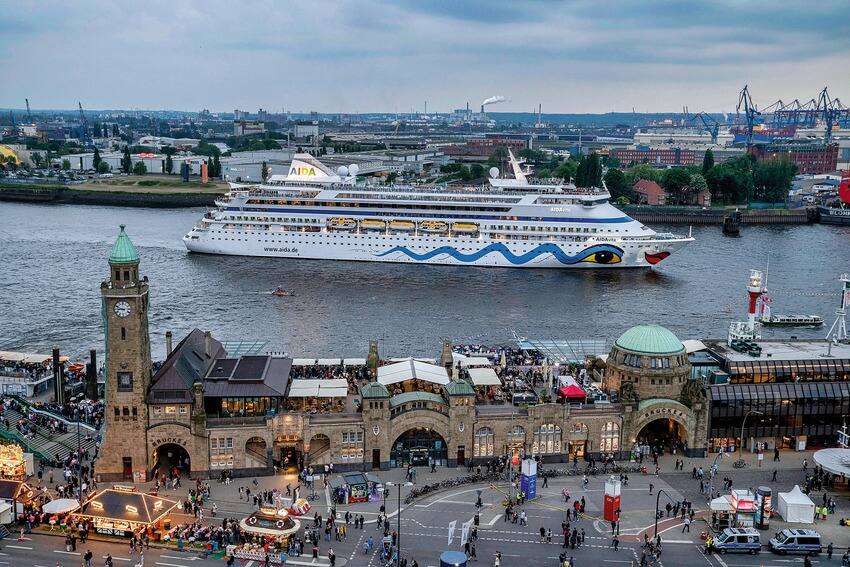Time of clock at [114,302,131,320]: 8:48
